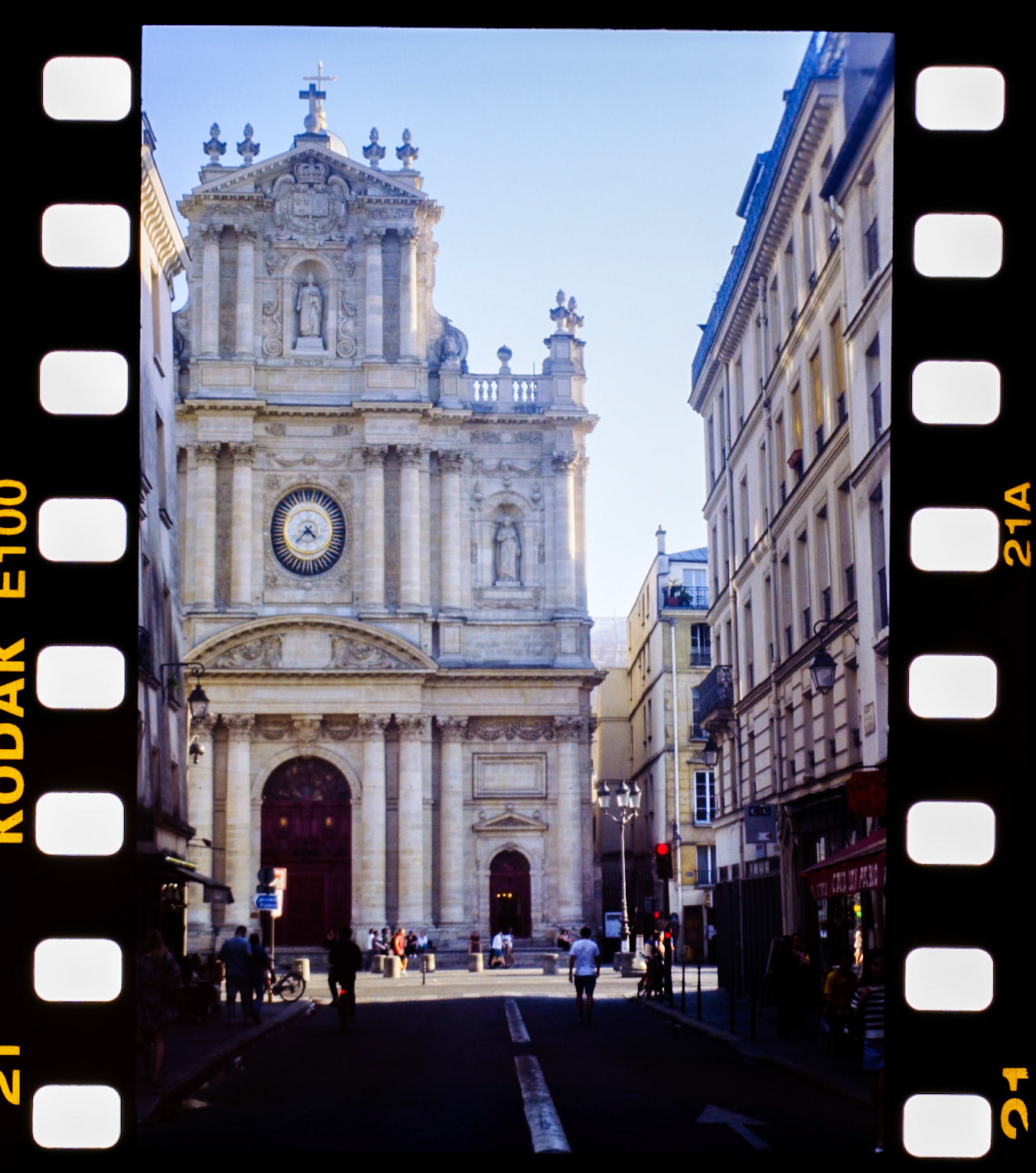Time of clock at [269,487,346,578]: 4:37
